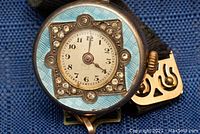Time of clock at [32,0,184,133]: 4:01
